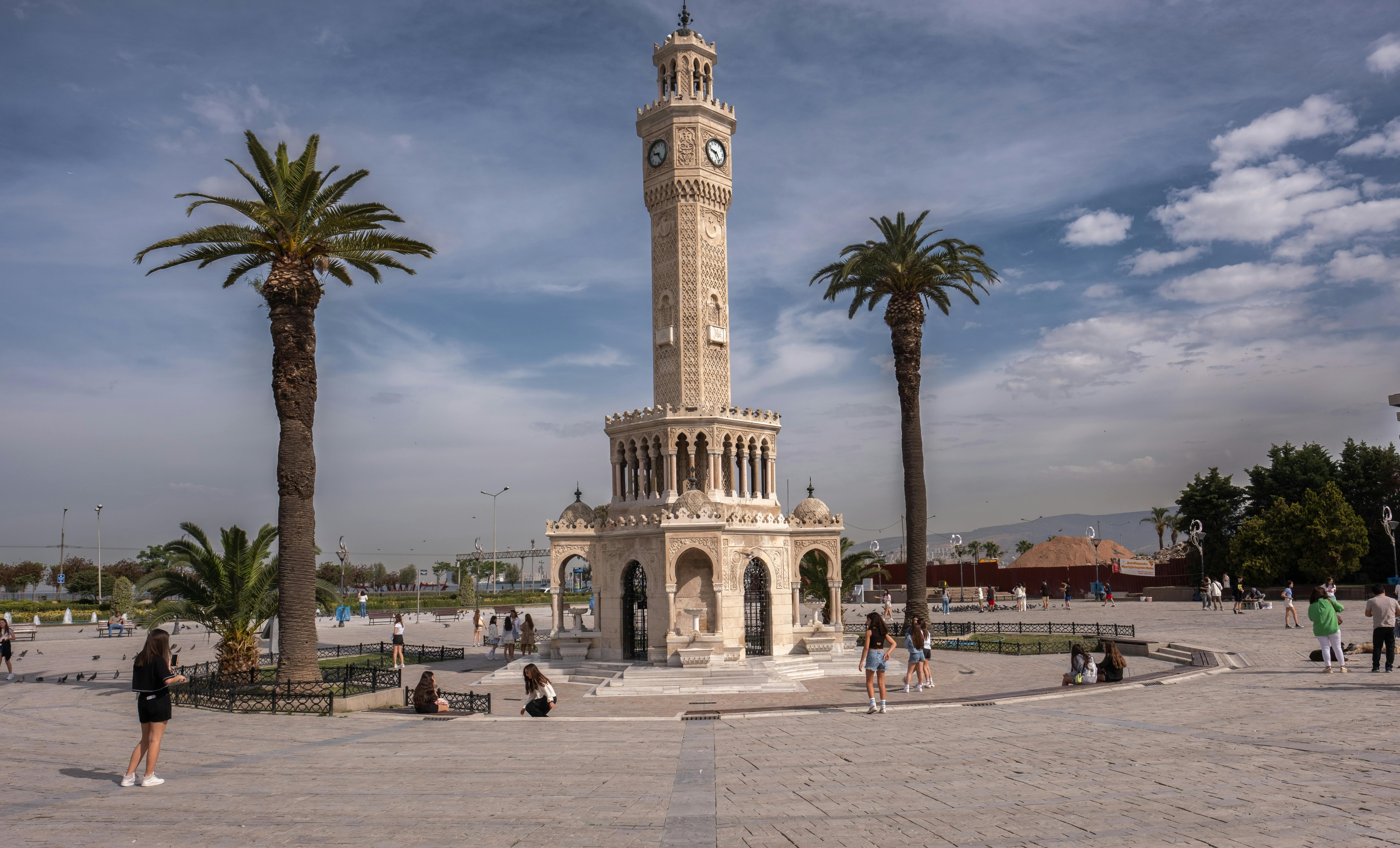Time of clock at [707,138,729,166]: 9:23
